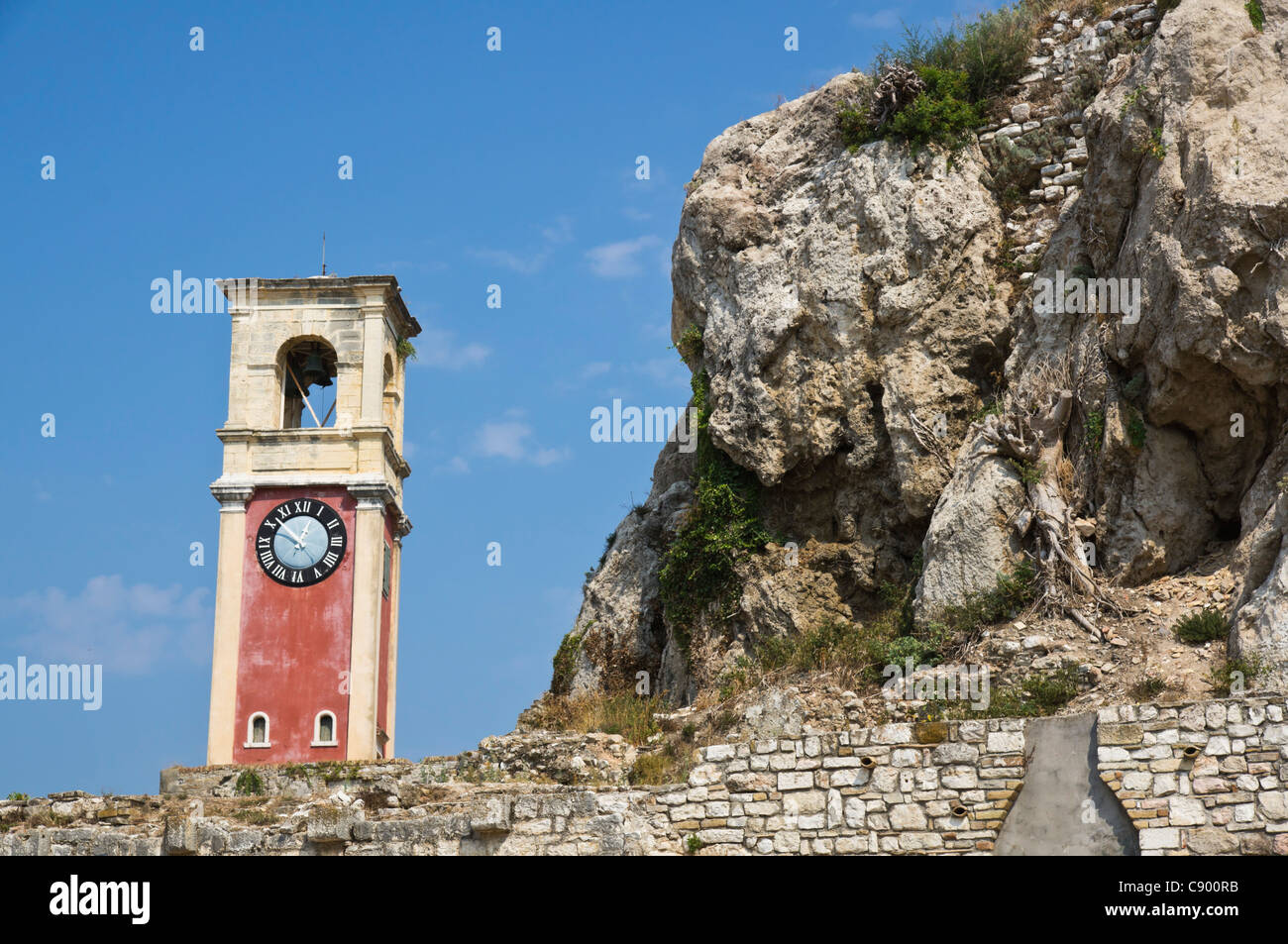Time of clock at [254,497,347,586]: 12:52
